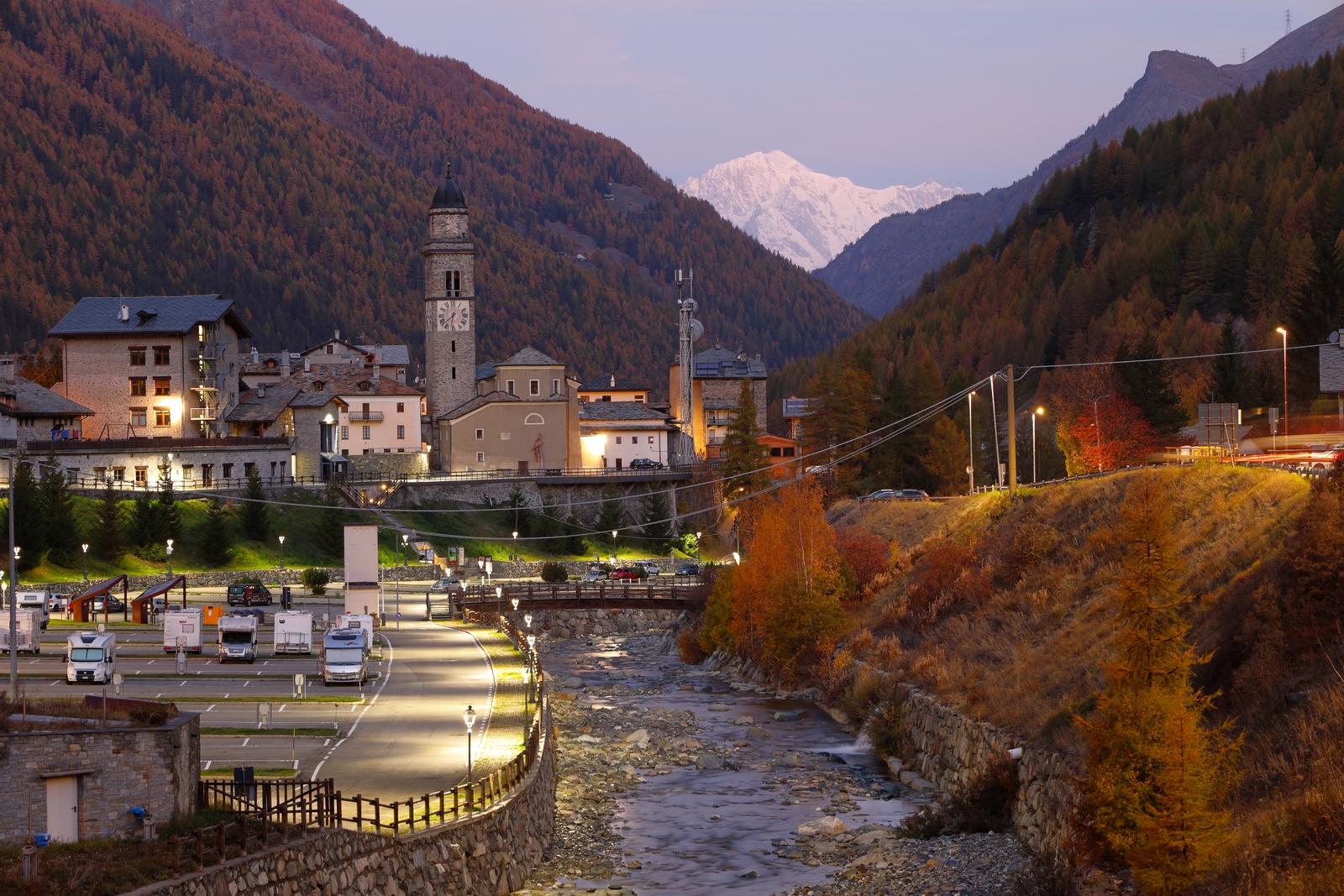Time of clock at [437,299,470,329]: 7:31
